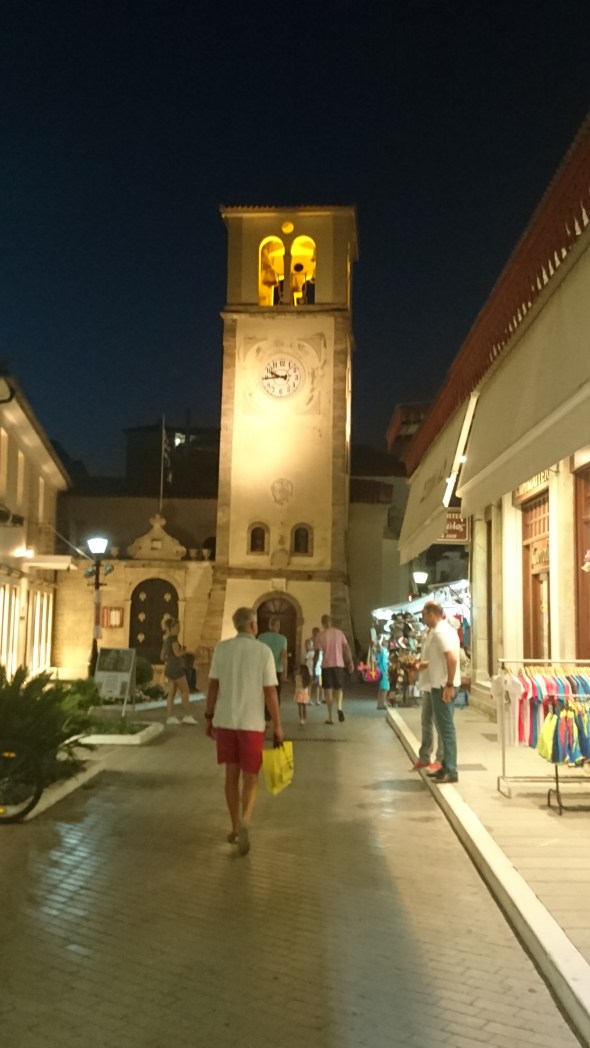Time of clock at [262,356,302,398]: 9:44
